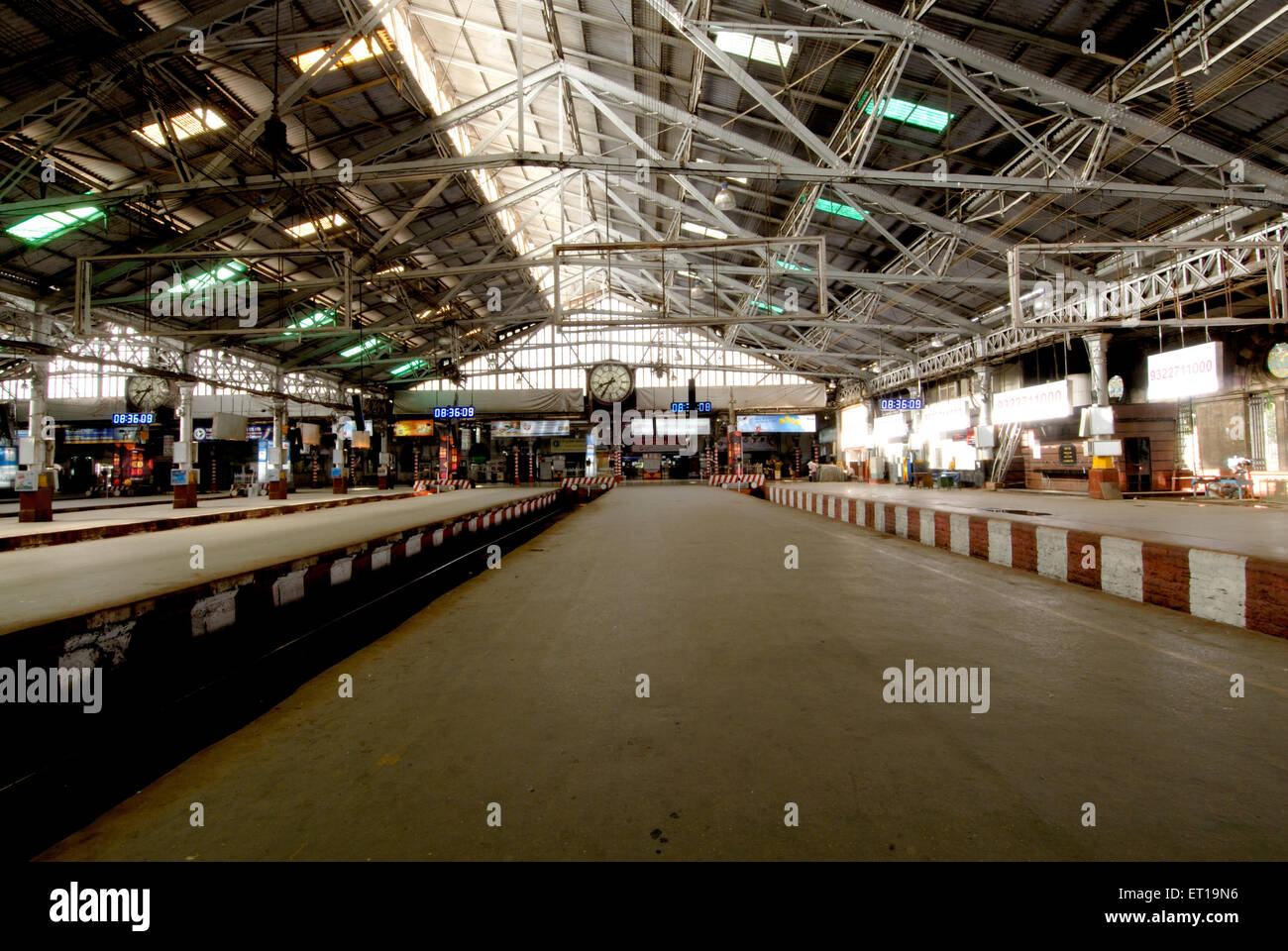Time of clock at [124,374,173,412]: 8:36
